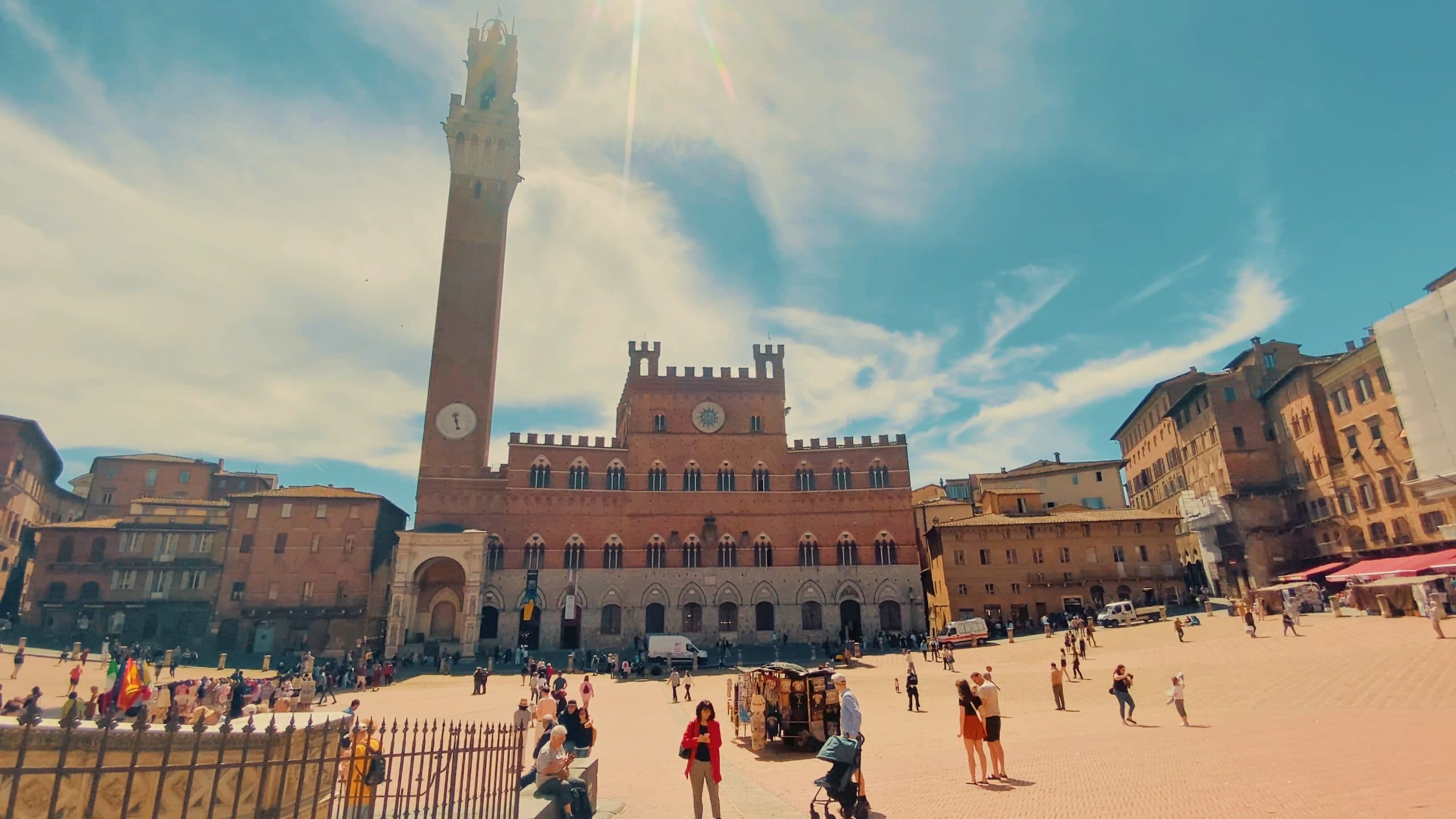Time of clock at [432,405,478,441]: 5:27
